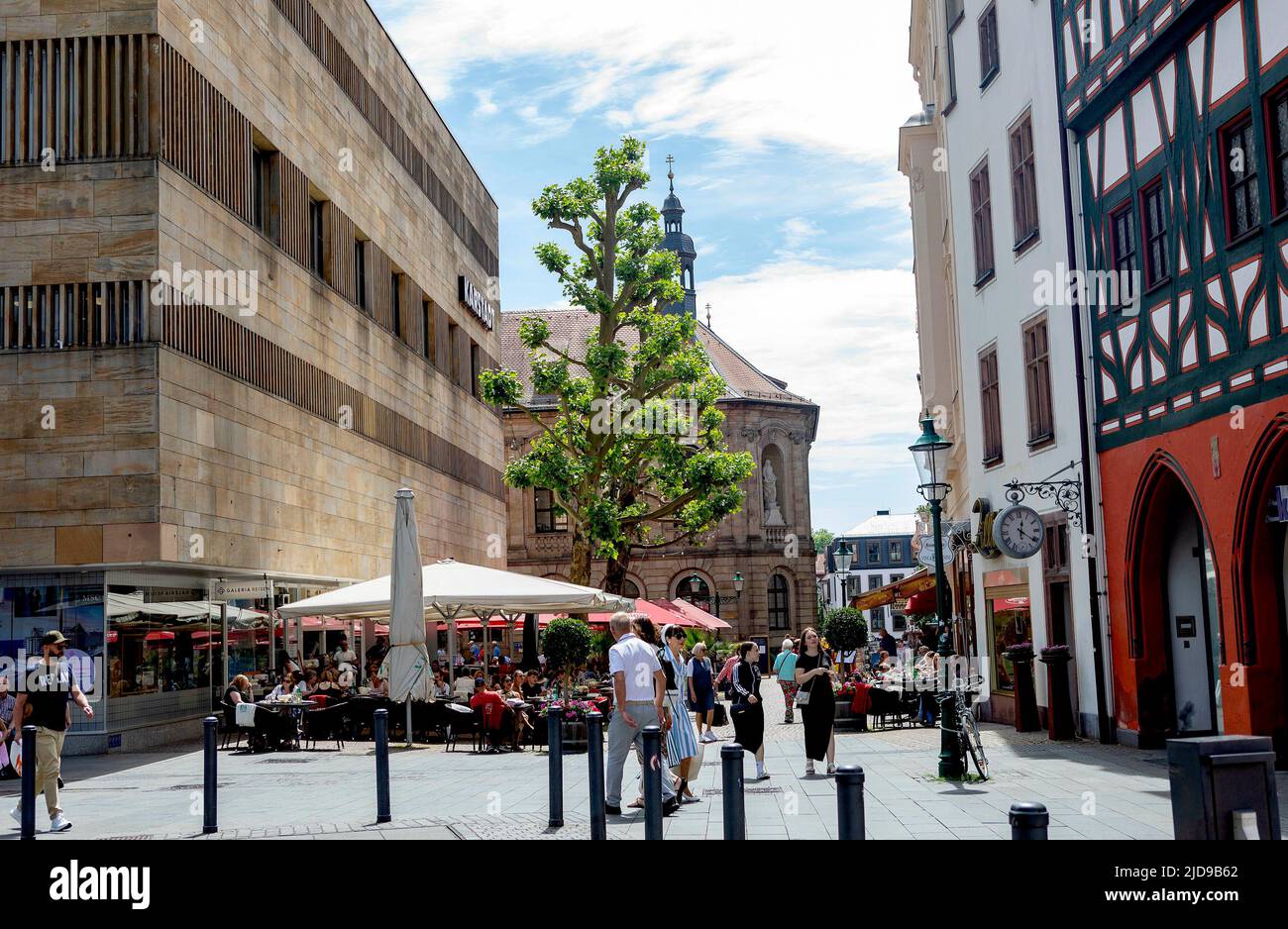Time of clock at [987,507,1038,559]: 12:21
